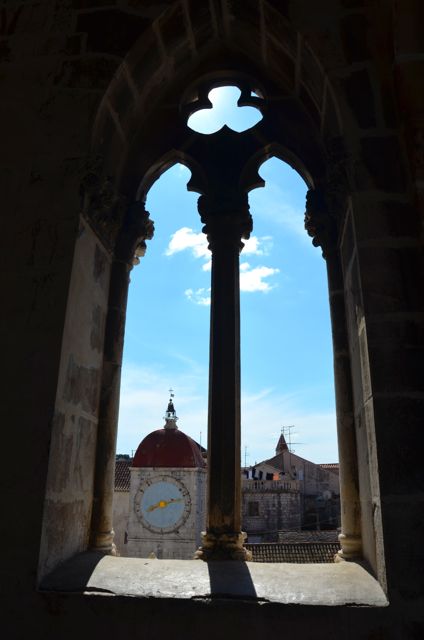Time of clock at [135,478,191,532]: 8:12
